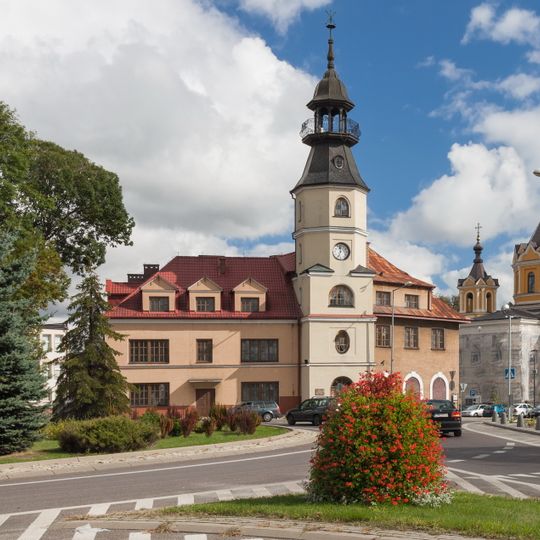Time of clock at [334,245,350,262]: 11:33
